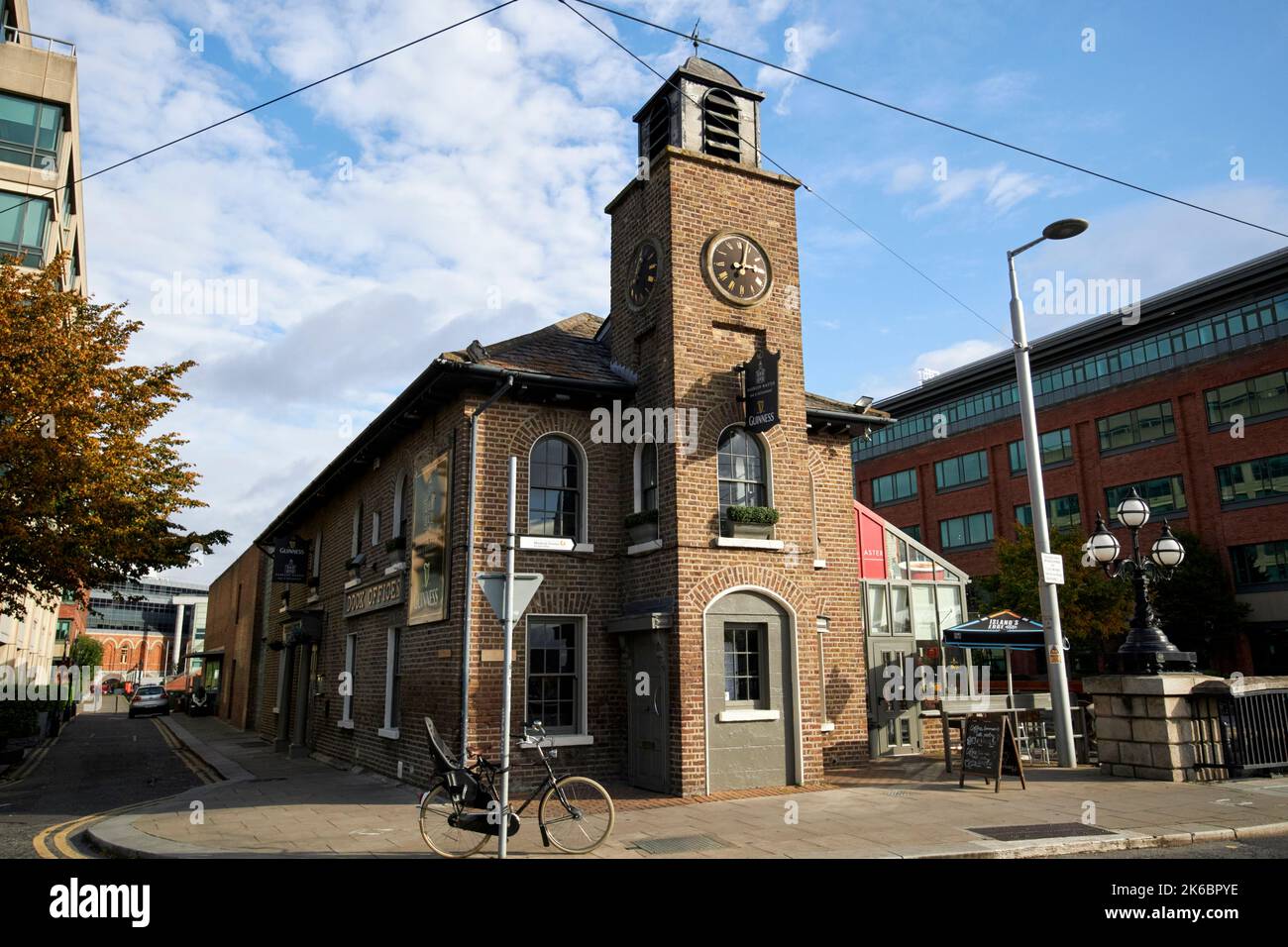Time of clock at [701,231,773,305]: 3:02
